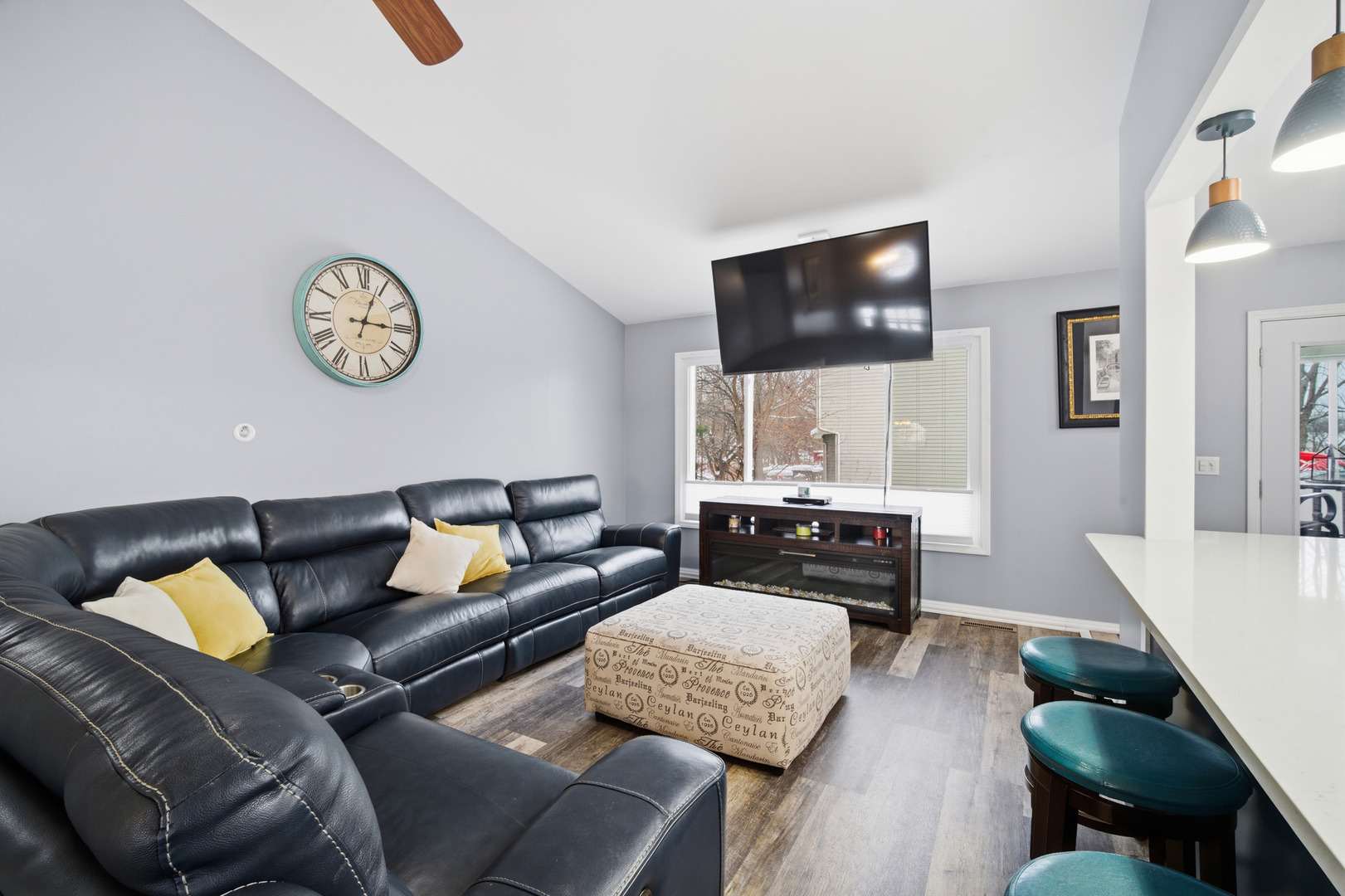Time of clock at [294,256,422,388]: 3:03
